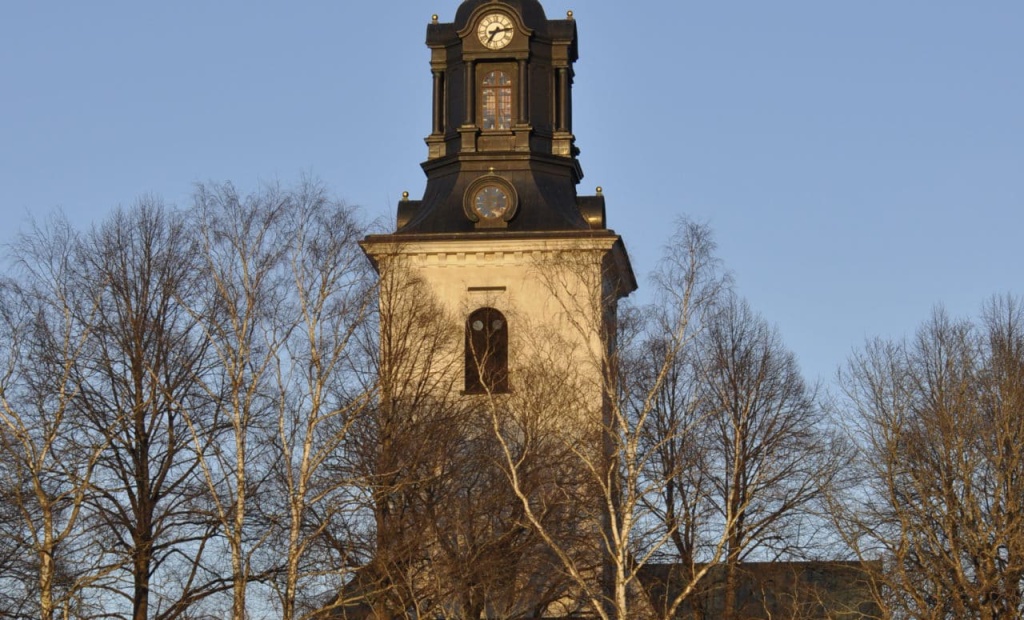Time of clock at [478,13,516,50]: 7:13
